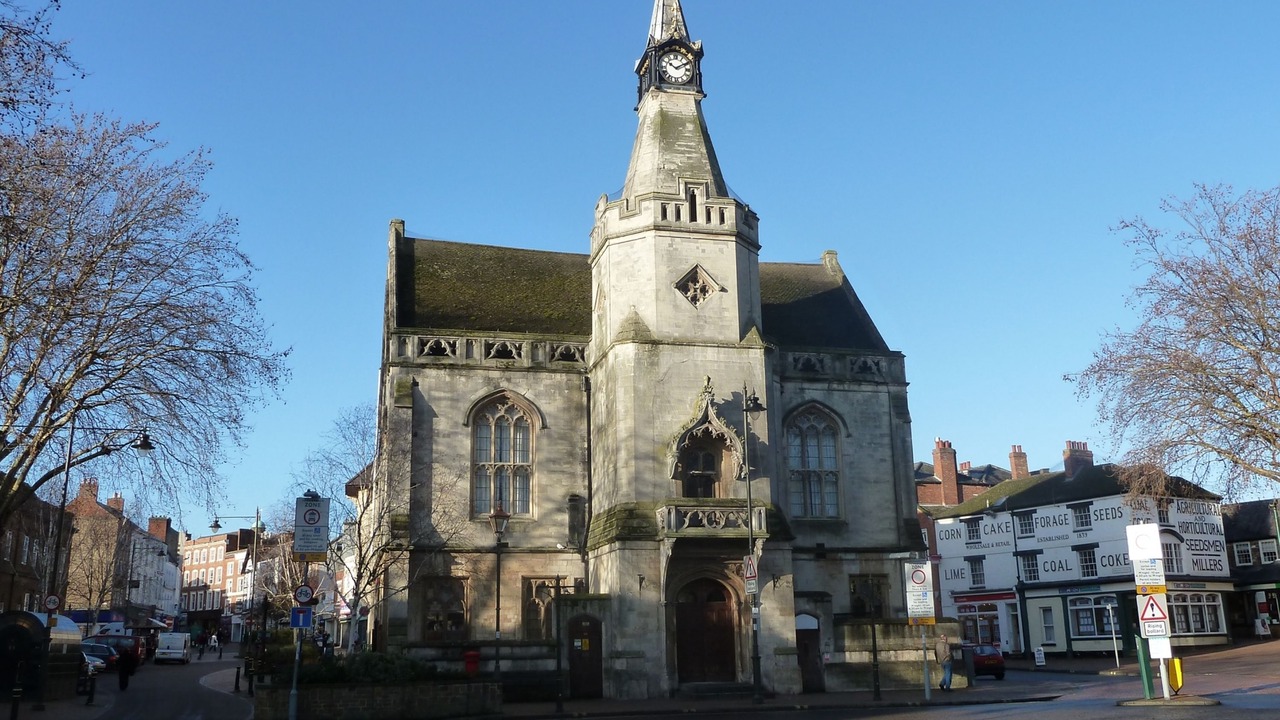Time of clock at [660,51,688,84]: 10:10
